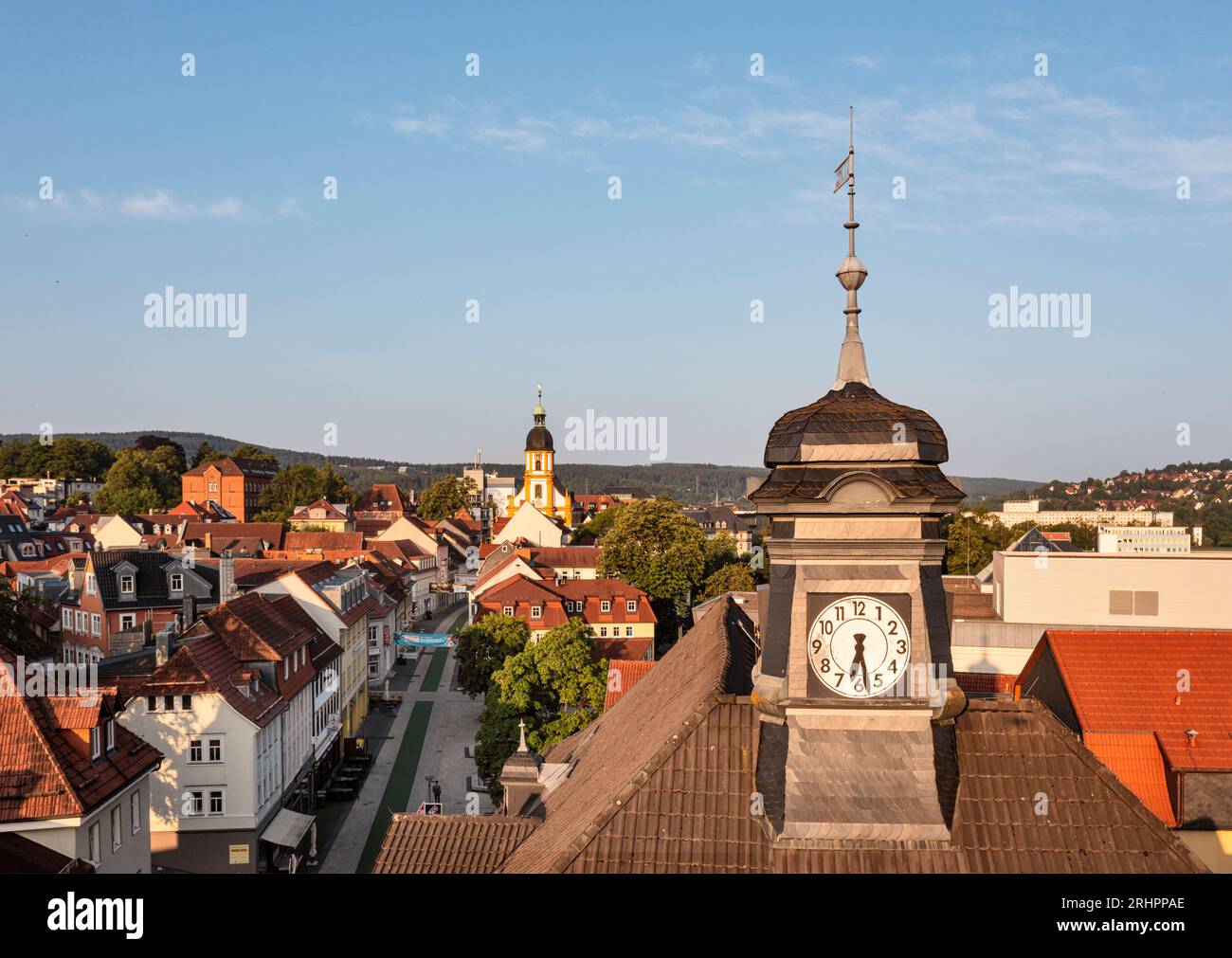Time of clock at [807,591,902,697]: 6:28
